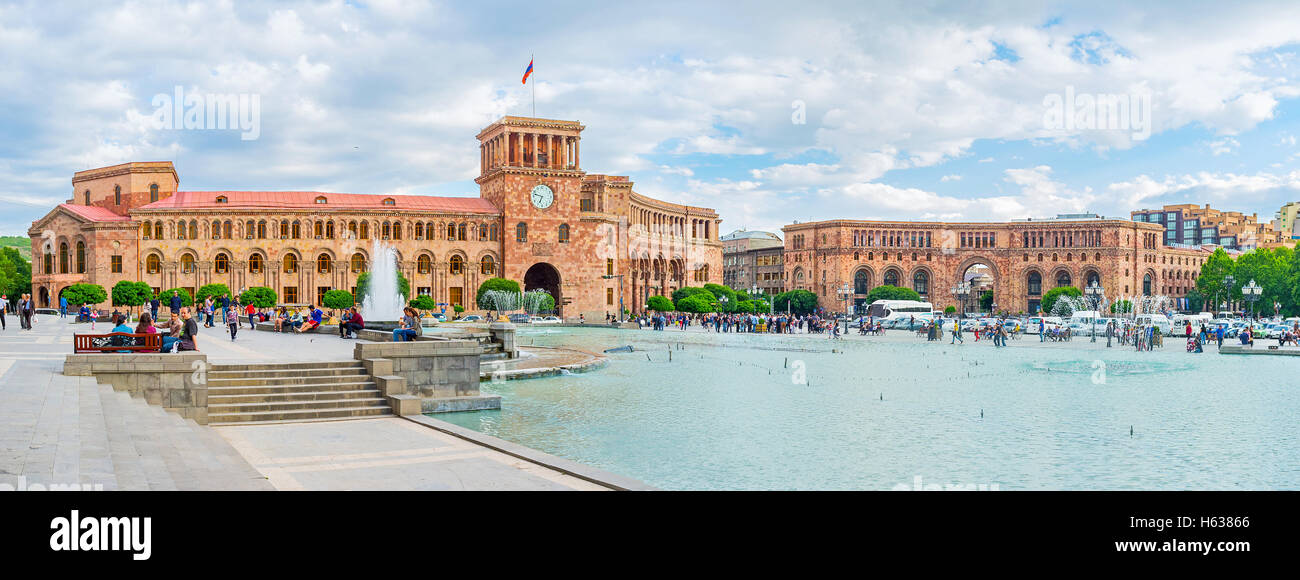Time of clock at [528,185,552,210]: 6:47
